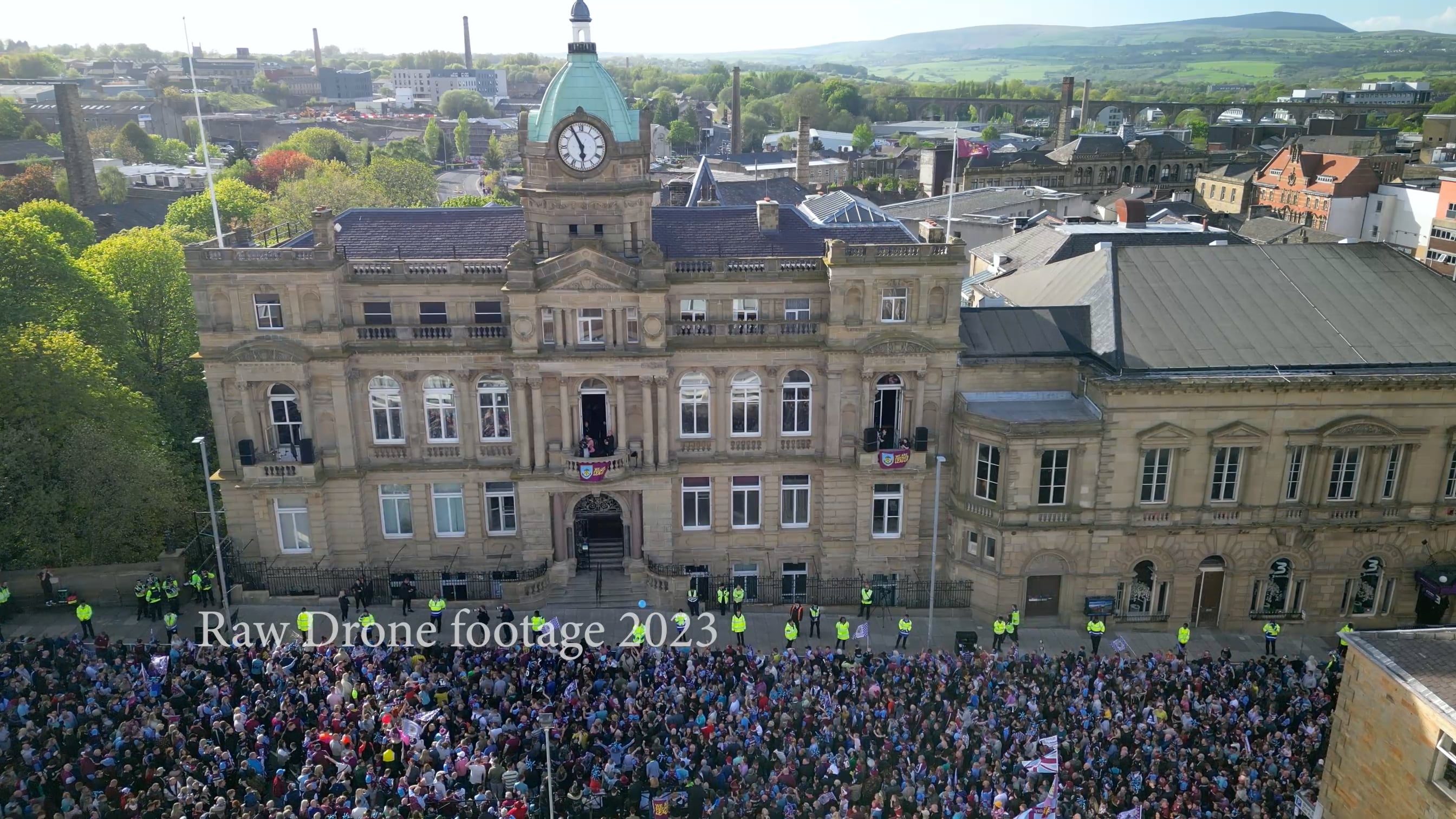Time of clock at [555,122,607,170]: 5:55
